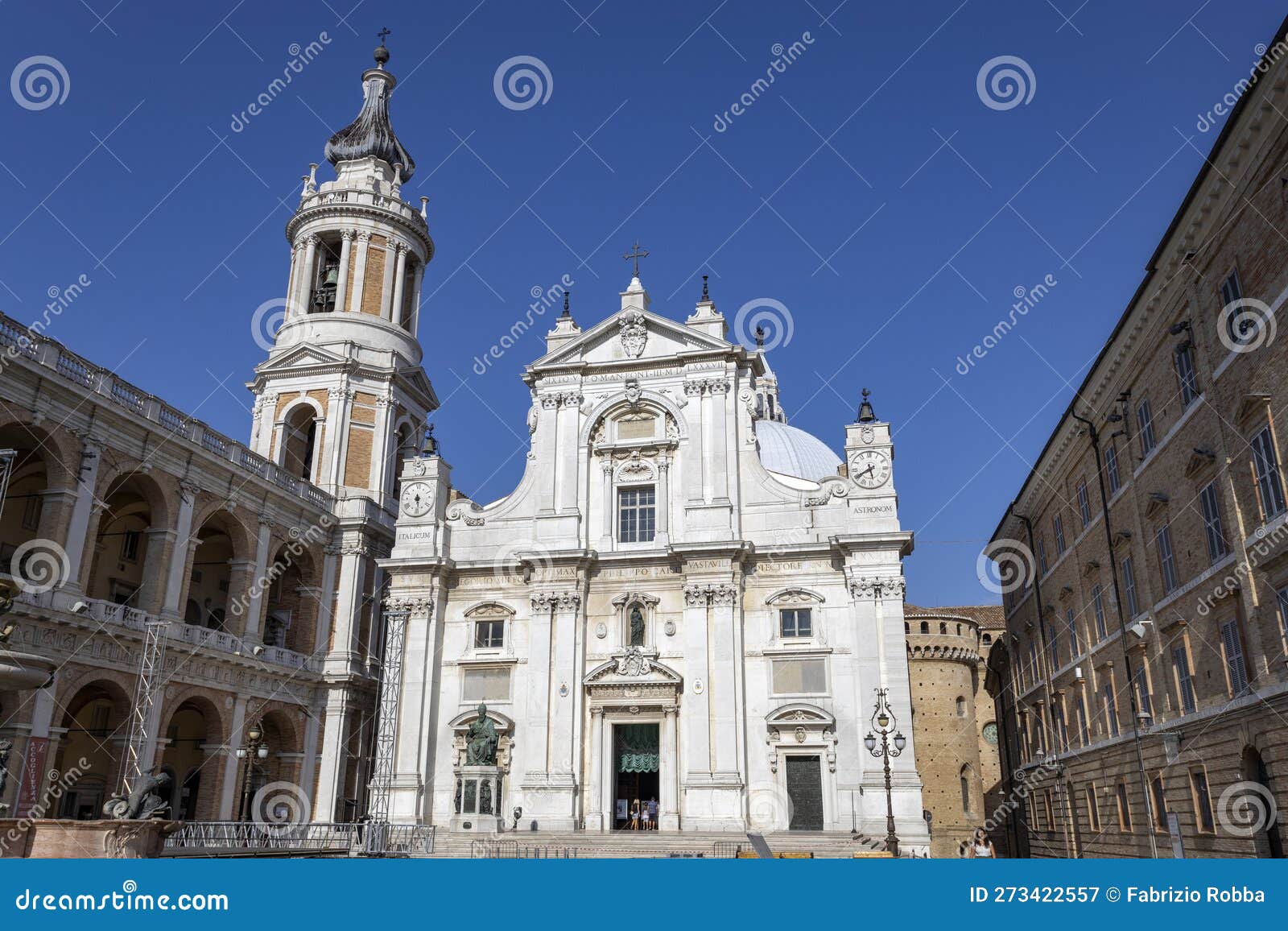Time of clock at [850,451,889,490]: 5:40
